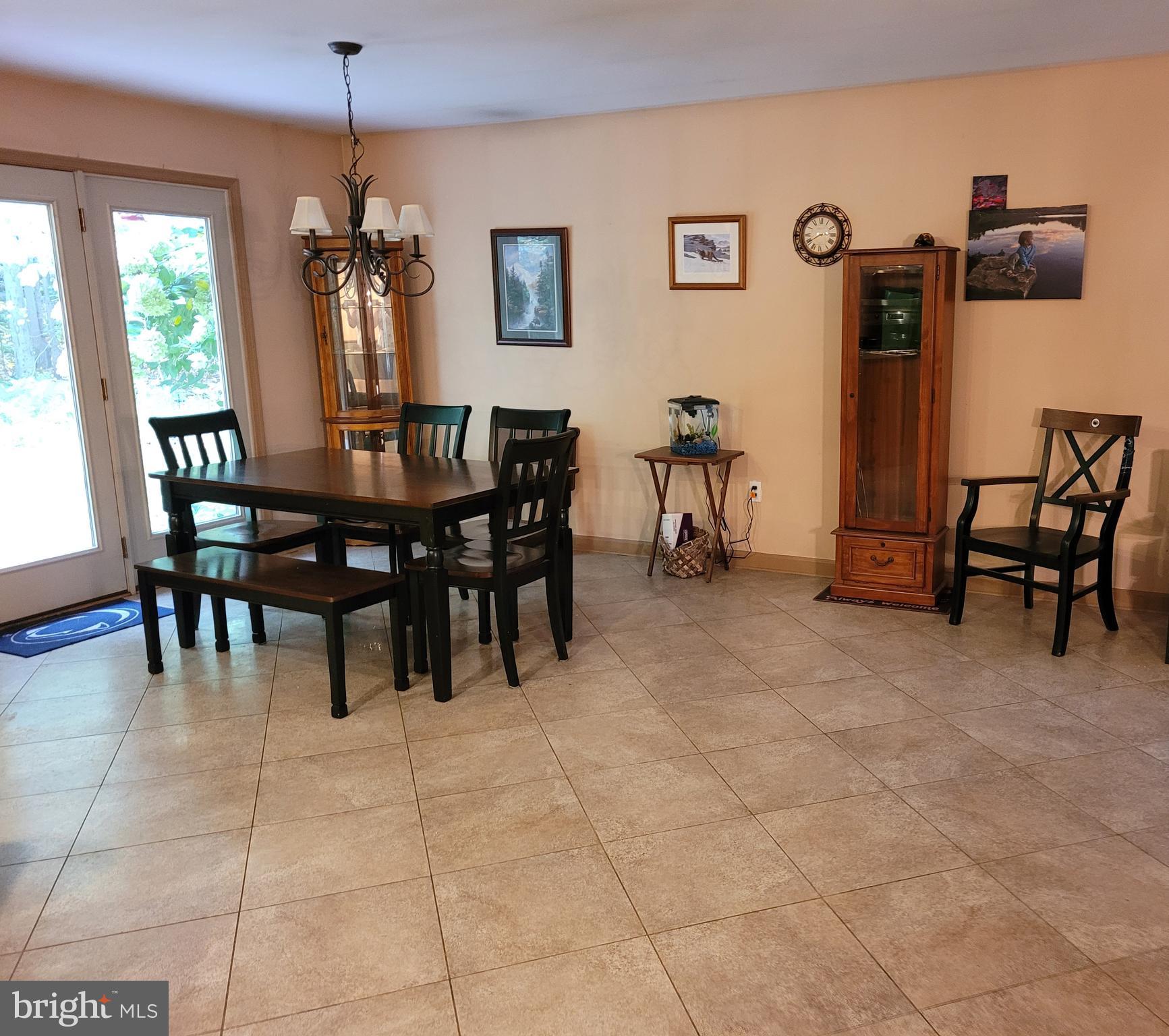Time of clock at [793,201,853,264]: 2:40
